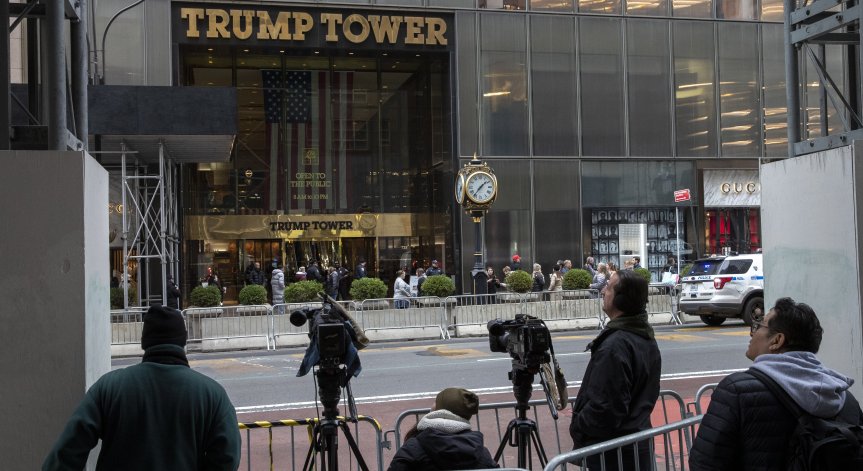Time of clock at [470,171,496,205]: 1:36
